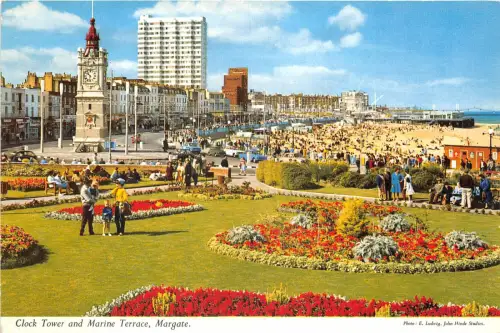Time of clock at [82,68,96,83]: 10:32
